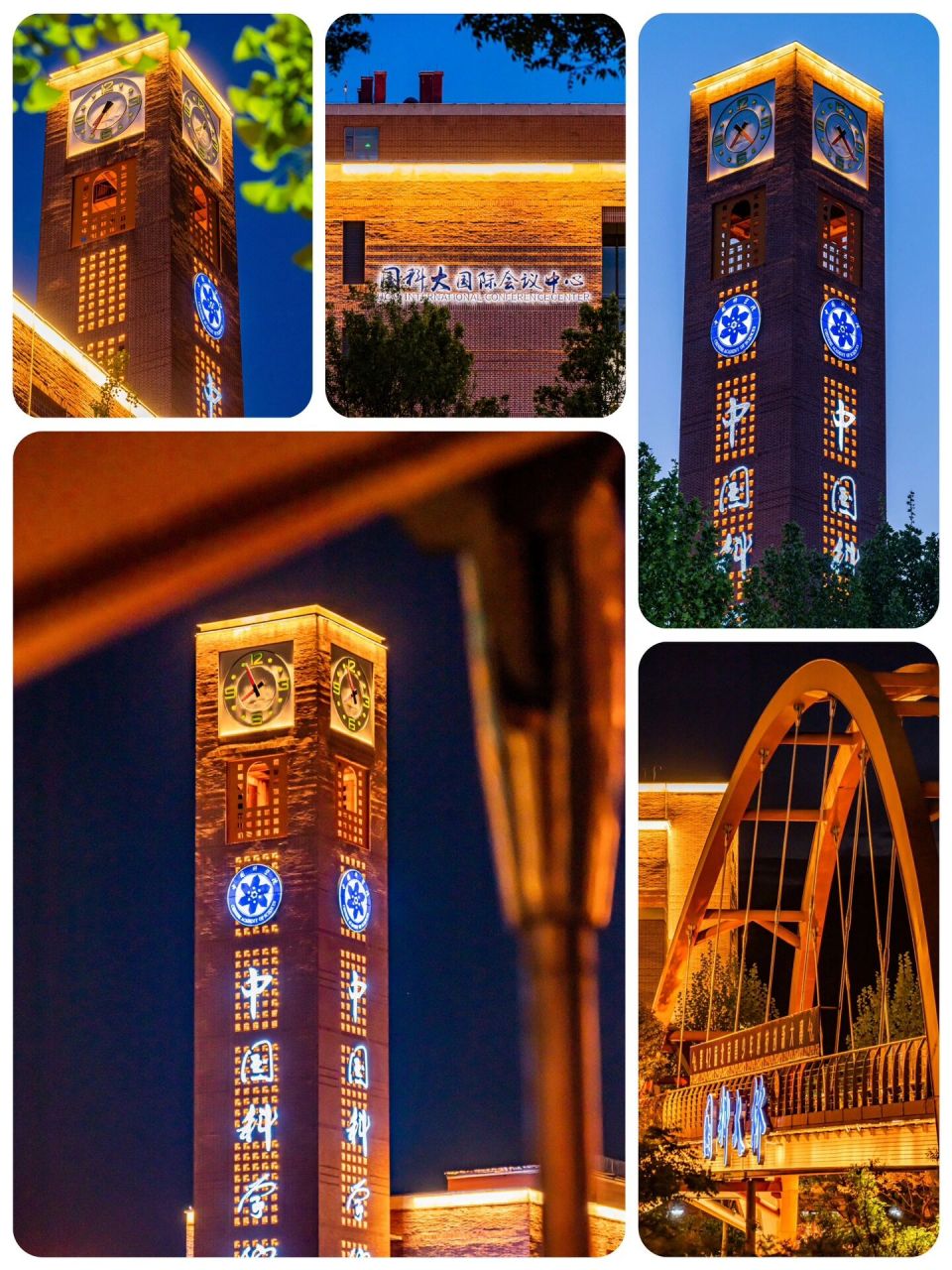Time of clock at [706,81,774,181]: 7:23
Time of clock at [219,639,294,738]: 7:56
